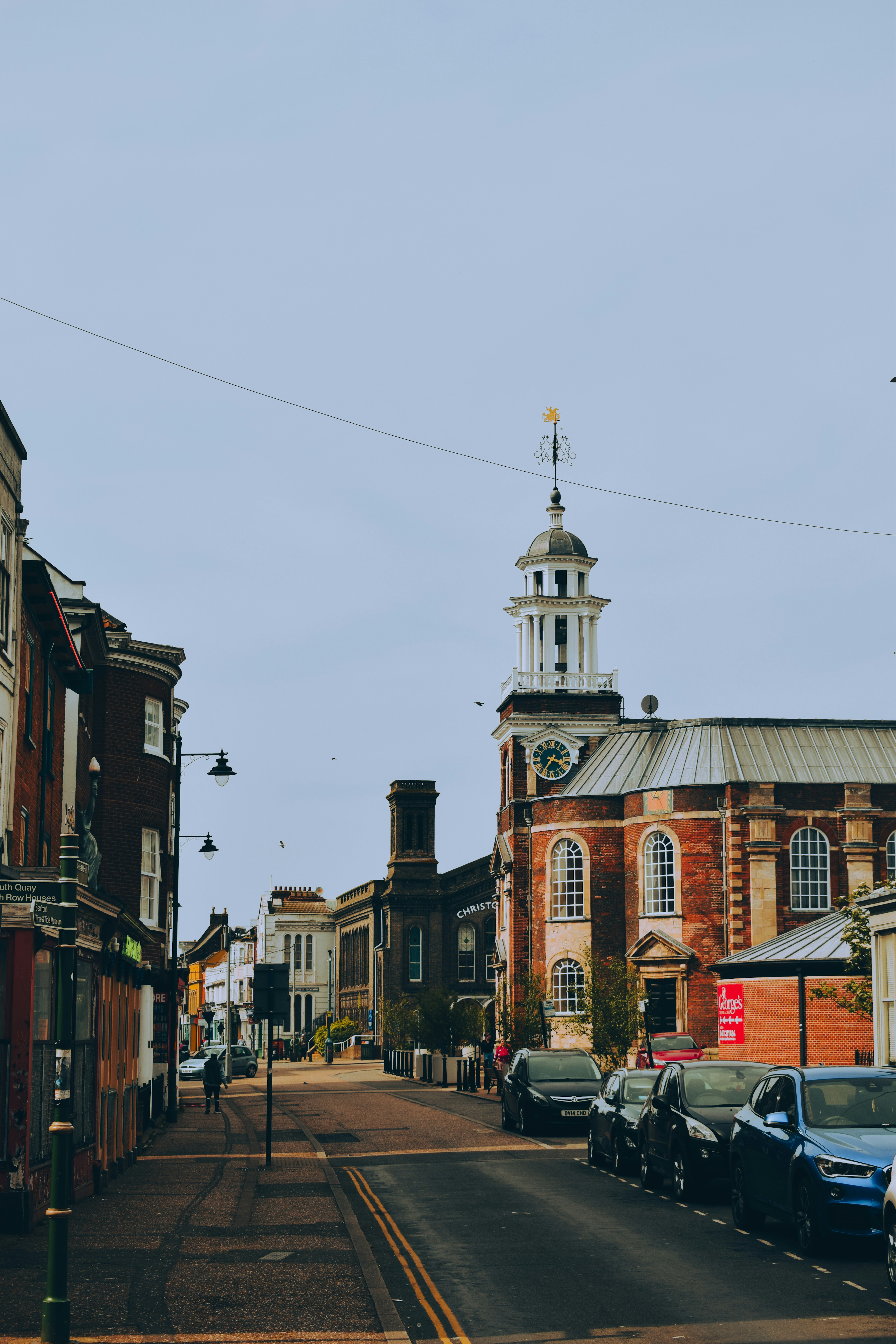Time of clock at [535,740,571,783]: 3:35
